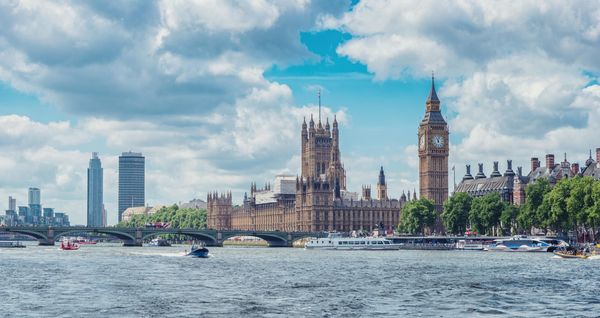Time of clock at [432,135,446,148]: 11:02
